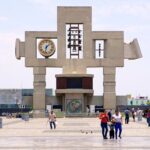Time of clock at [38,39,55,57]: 1:32
